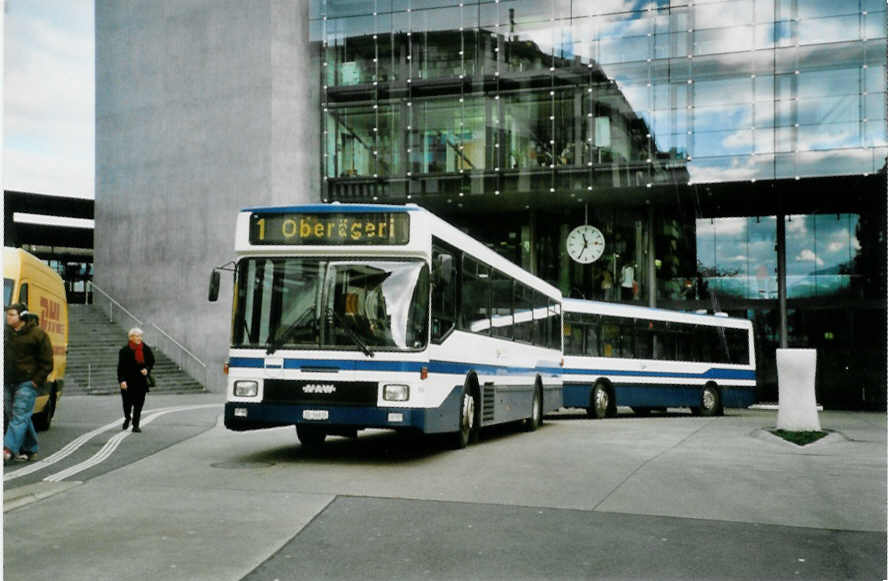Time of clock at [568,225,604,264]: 11:34
